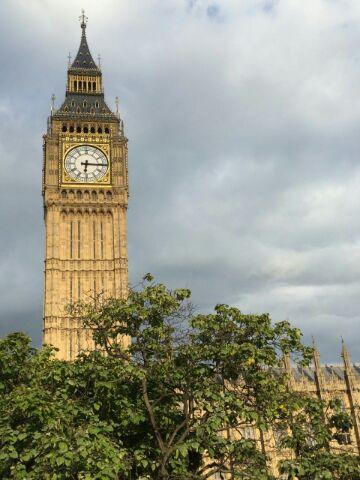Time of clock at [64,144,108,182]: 6:15
